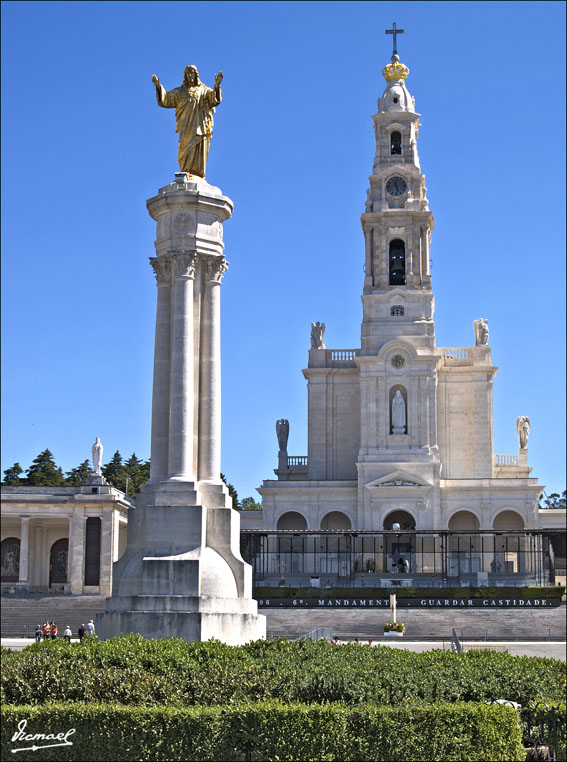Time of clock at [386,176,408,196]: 11:27
